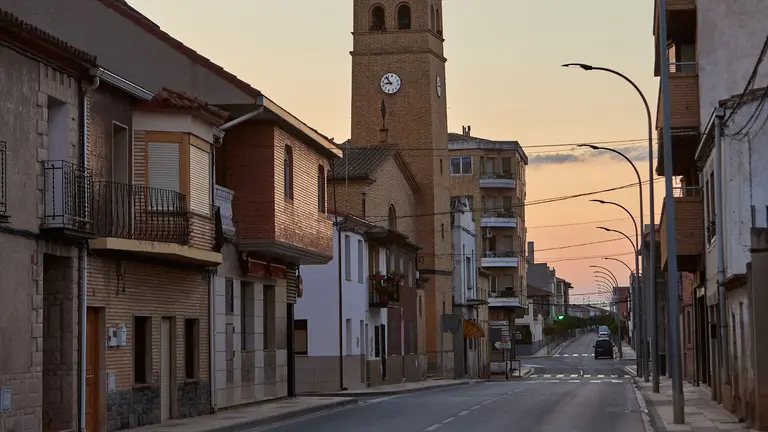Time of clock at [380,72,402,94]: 8:52
